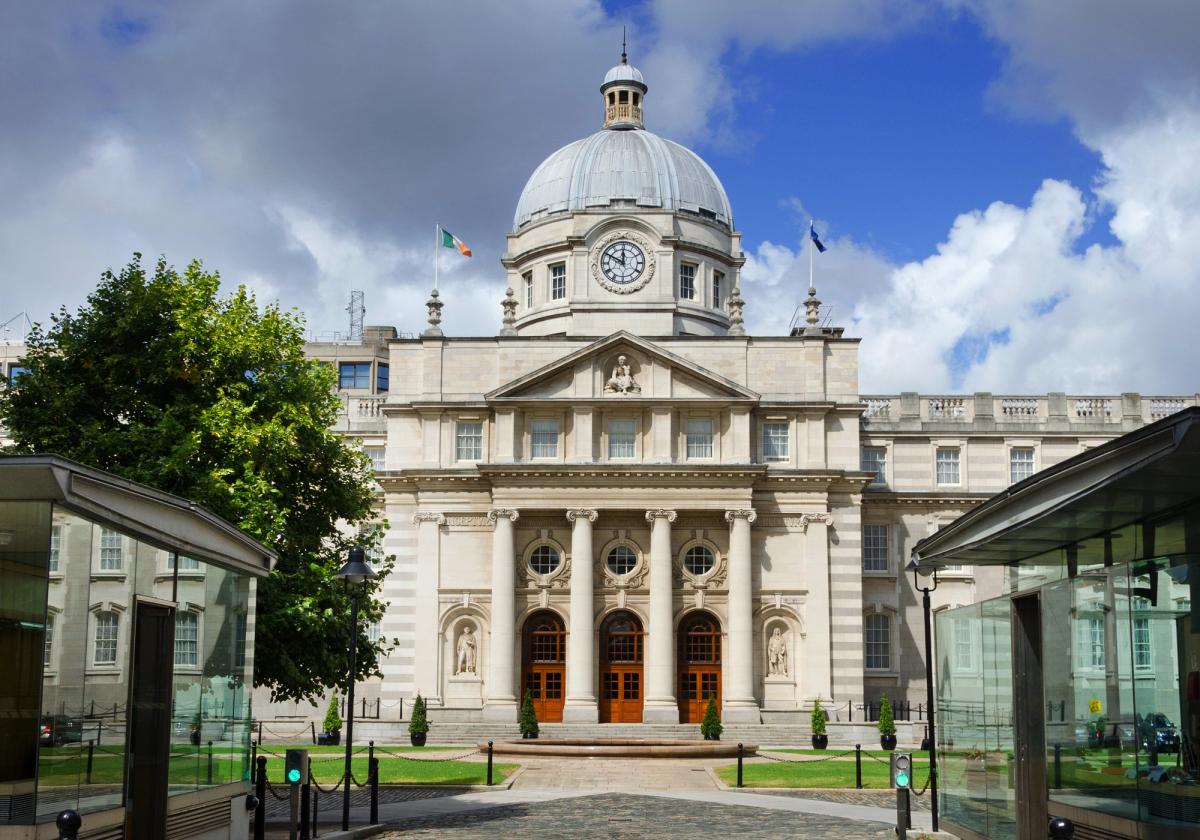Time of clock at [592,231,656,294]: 11:49
